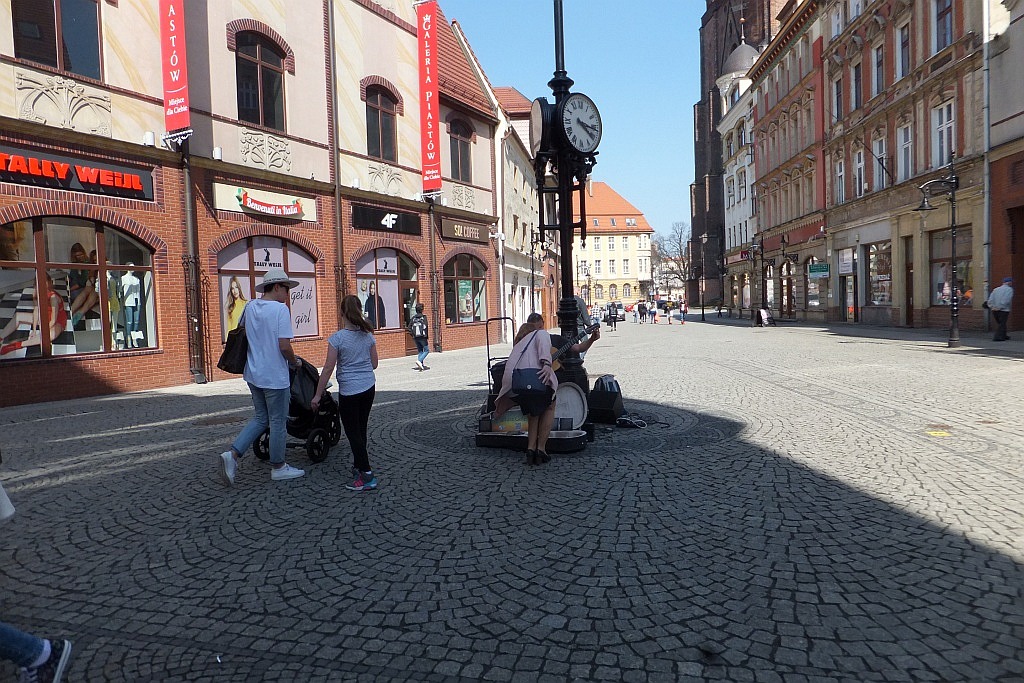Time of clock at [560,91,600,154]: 4:16
